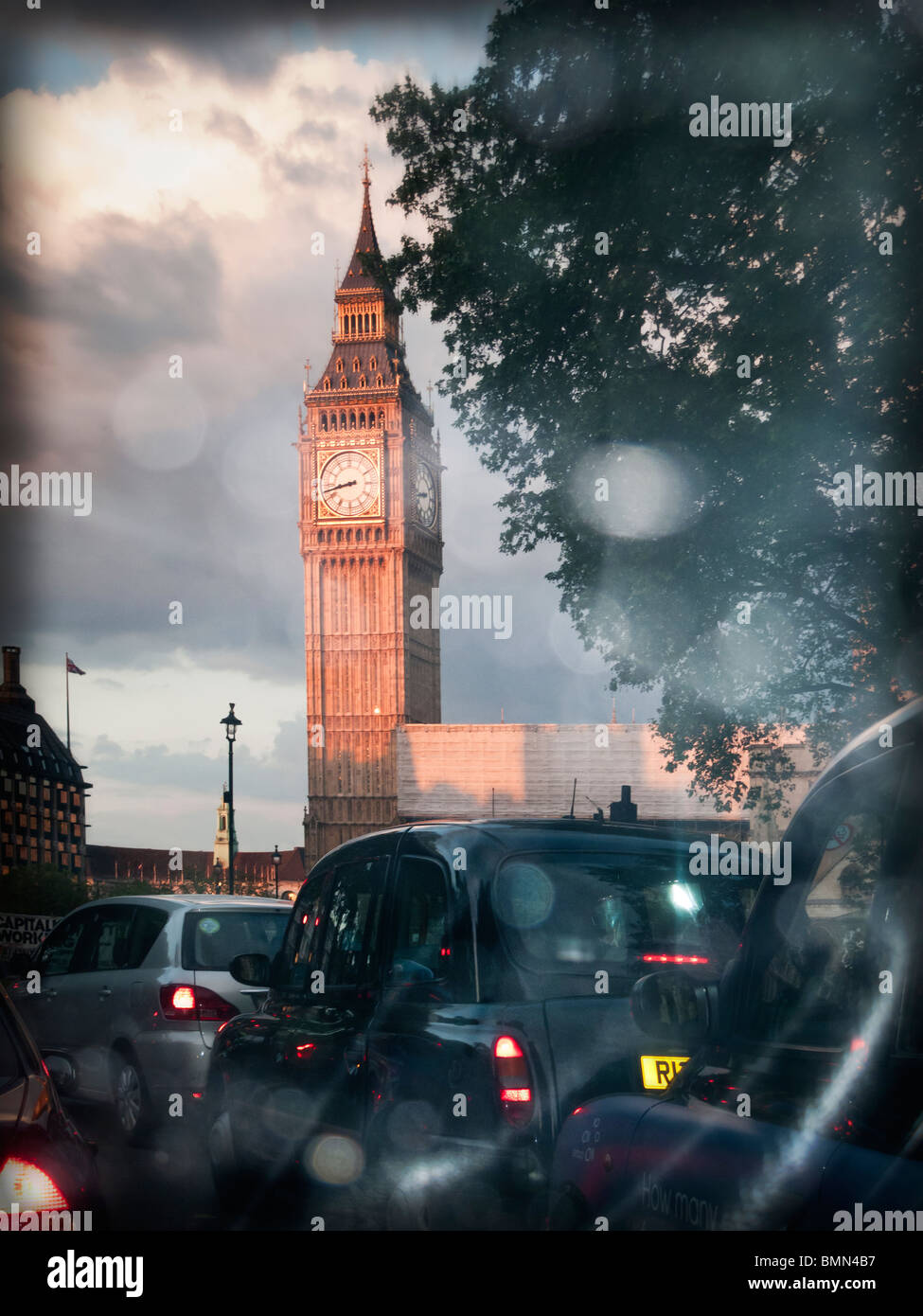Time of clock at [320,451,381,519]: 8:42
